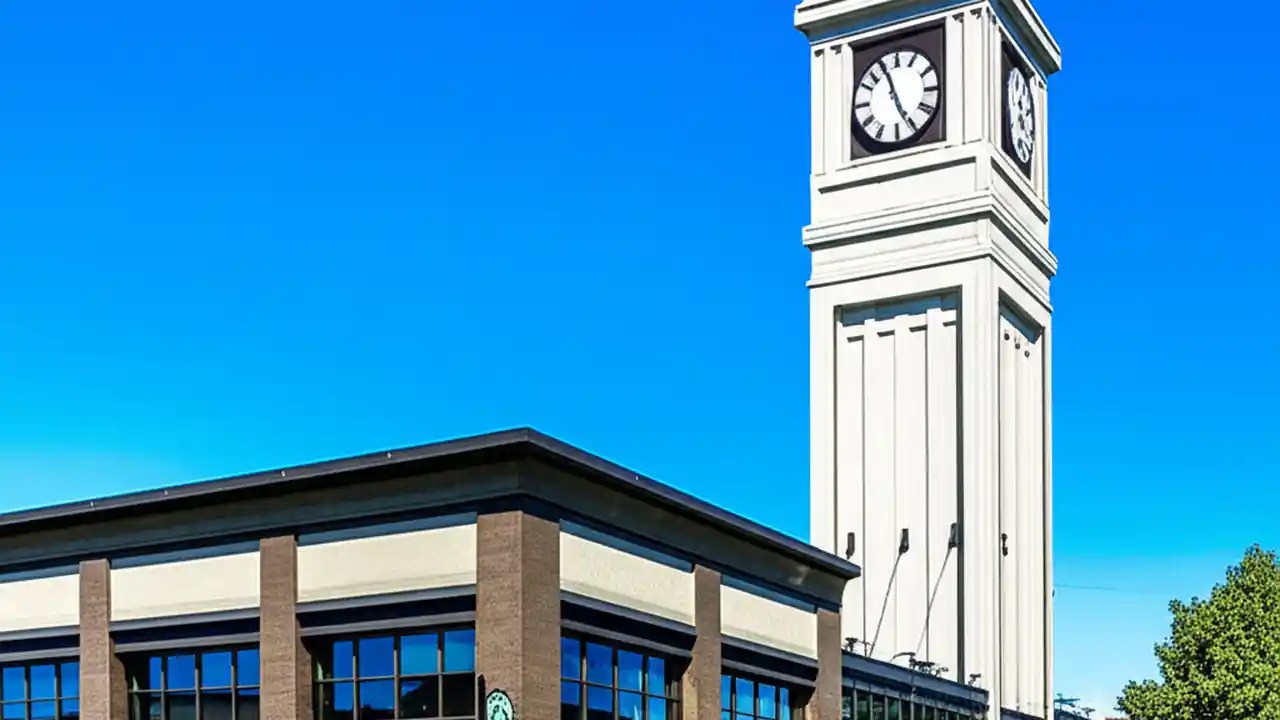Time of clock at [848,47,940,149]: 11:25
